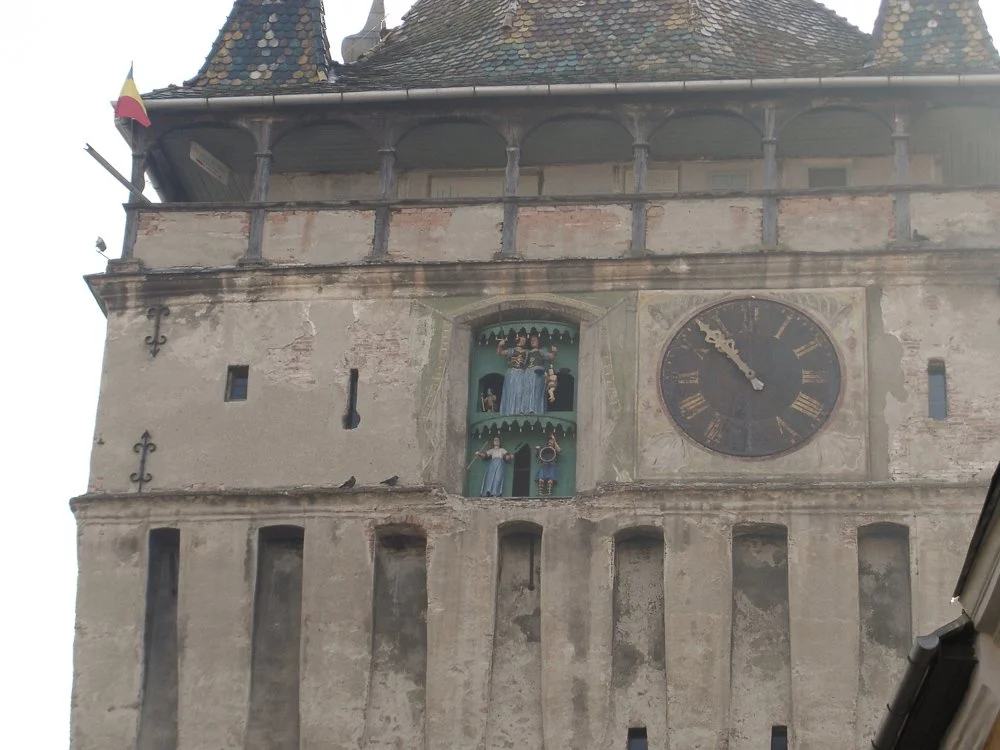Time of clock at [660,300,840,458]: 10:53
